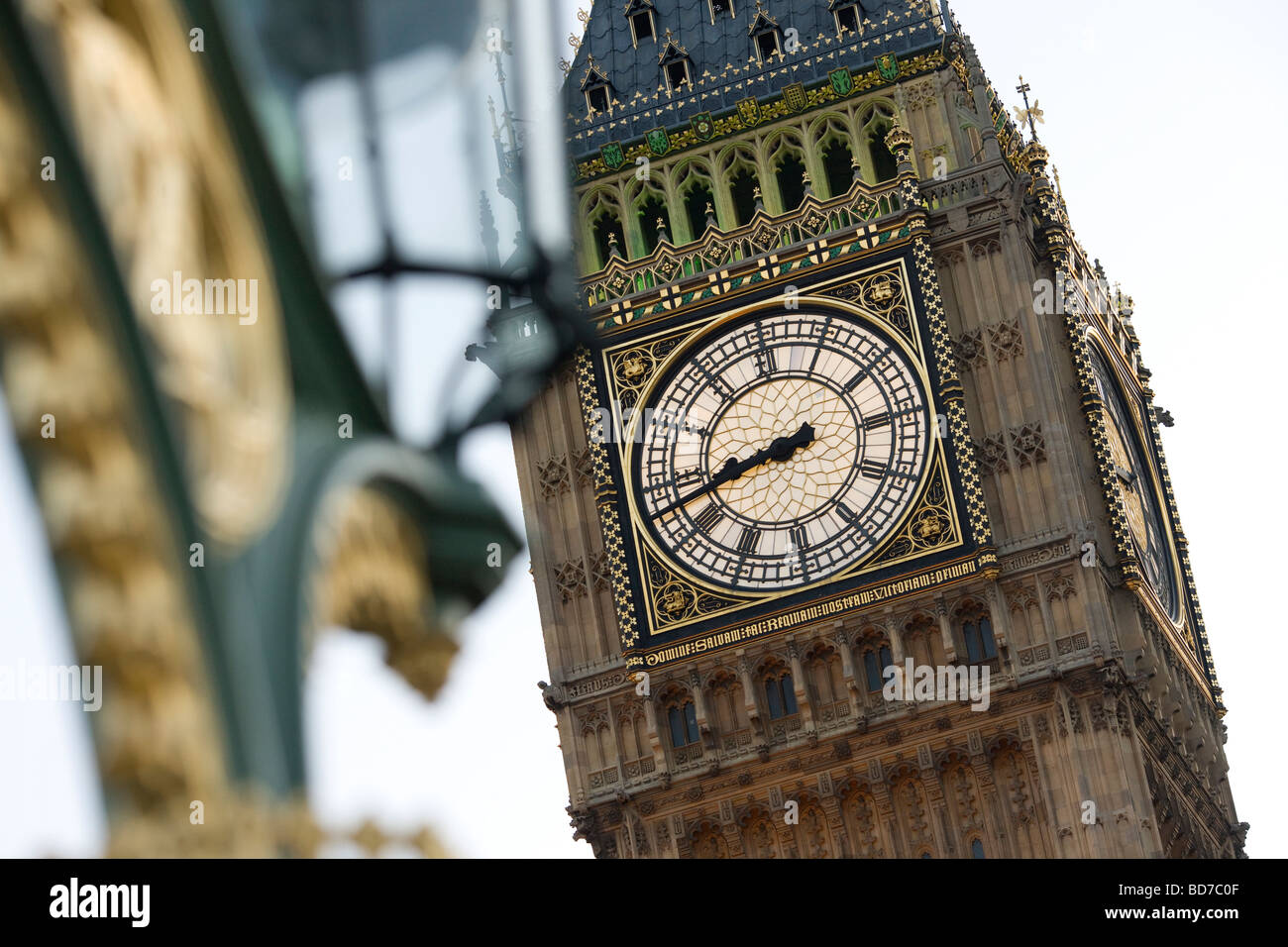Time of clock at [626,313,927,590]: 8:42
